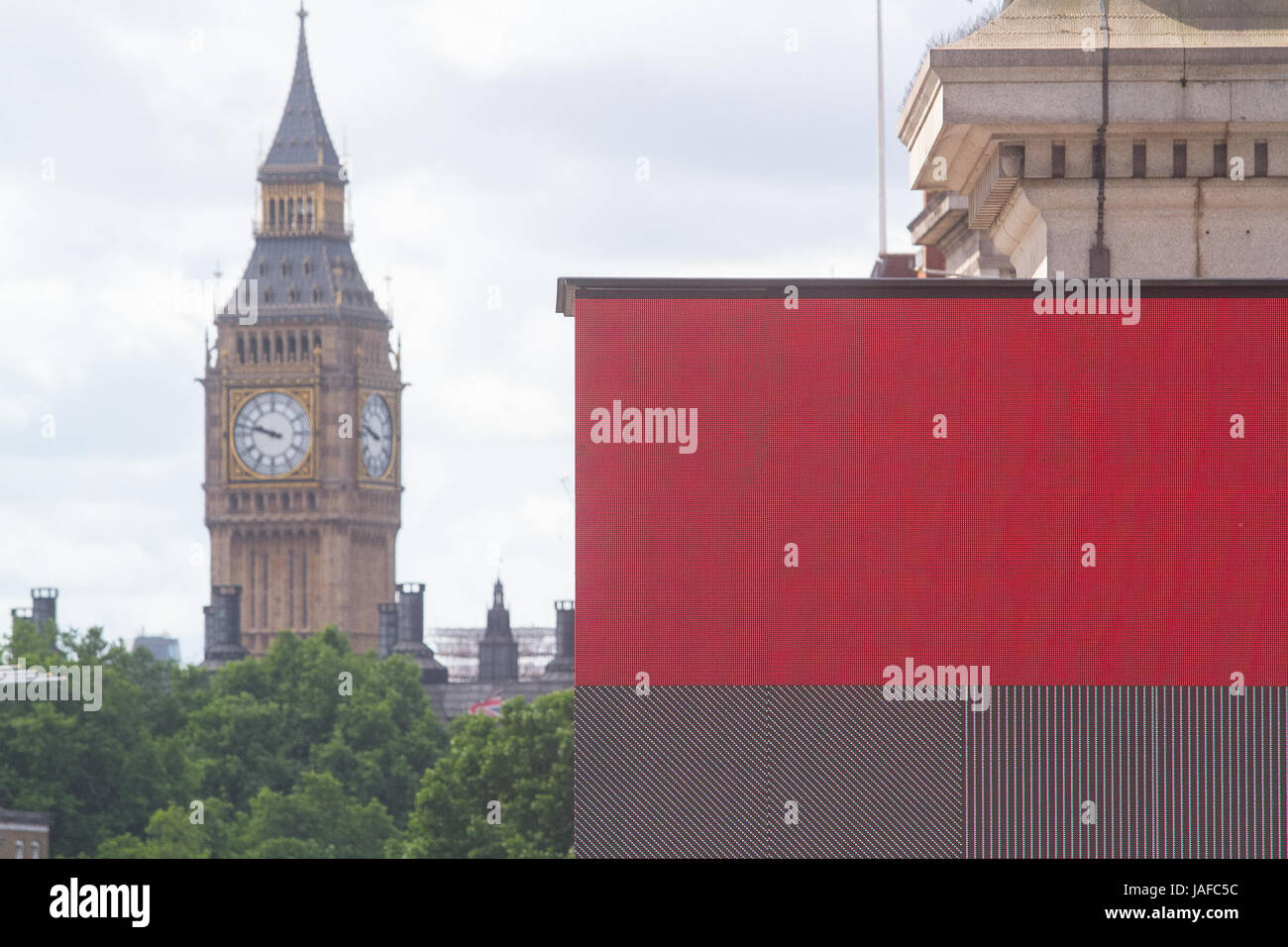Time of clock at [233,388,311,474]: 9:47
